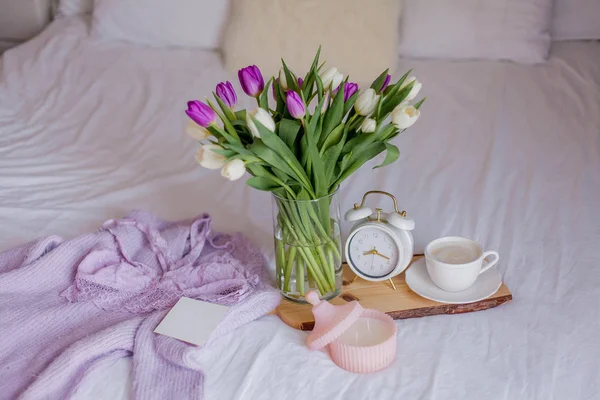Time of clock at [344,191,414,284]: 8:18
